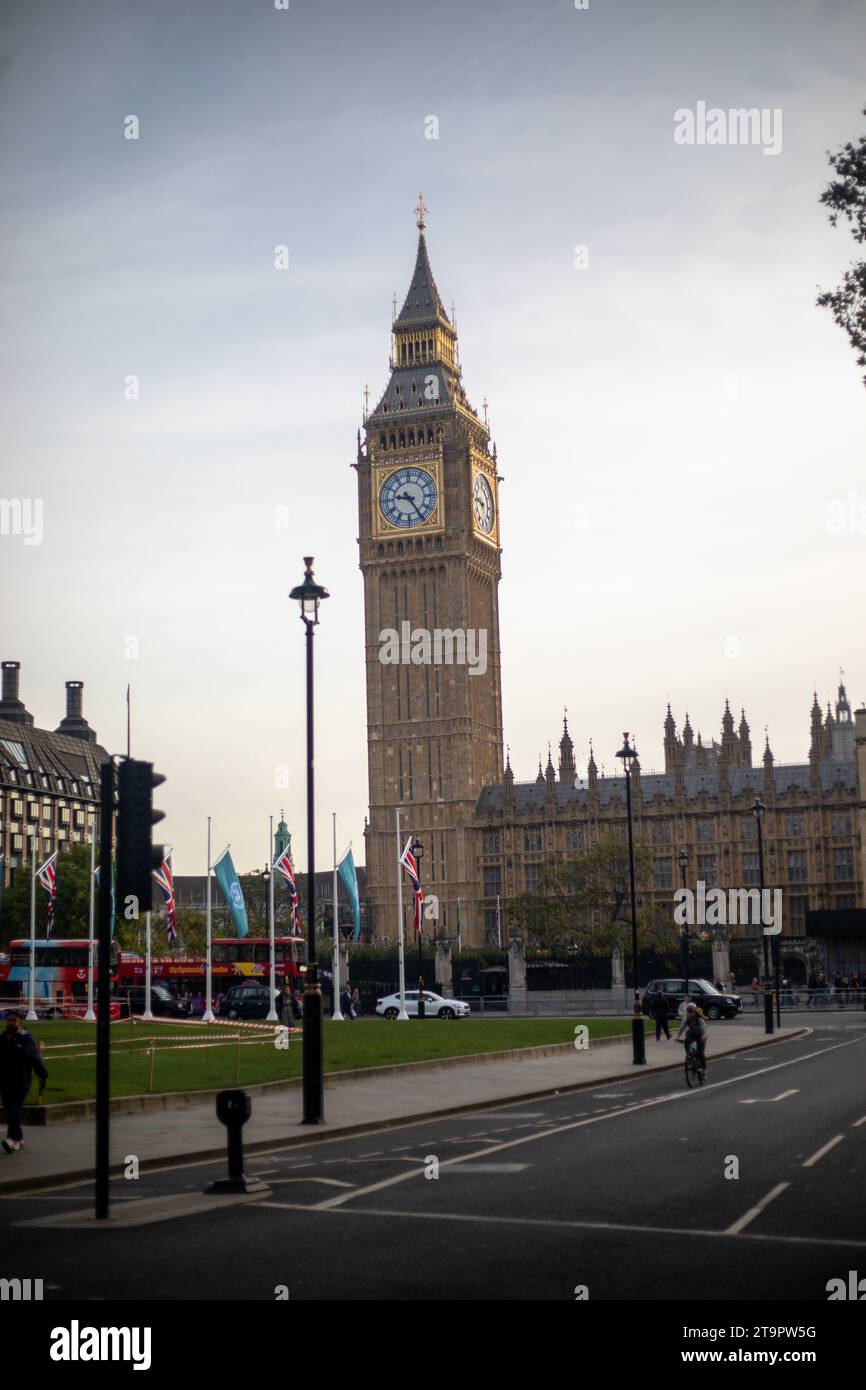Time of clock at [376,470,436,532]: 9:24
